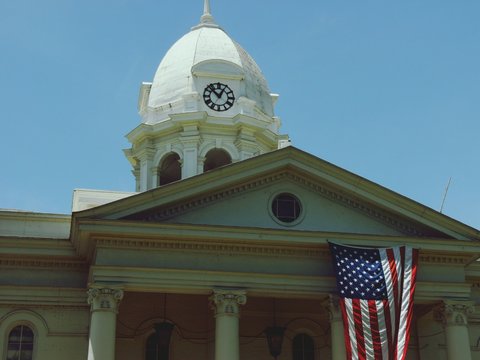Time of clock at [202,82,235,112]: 12:52
